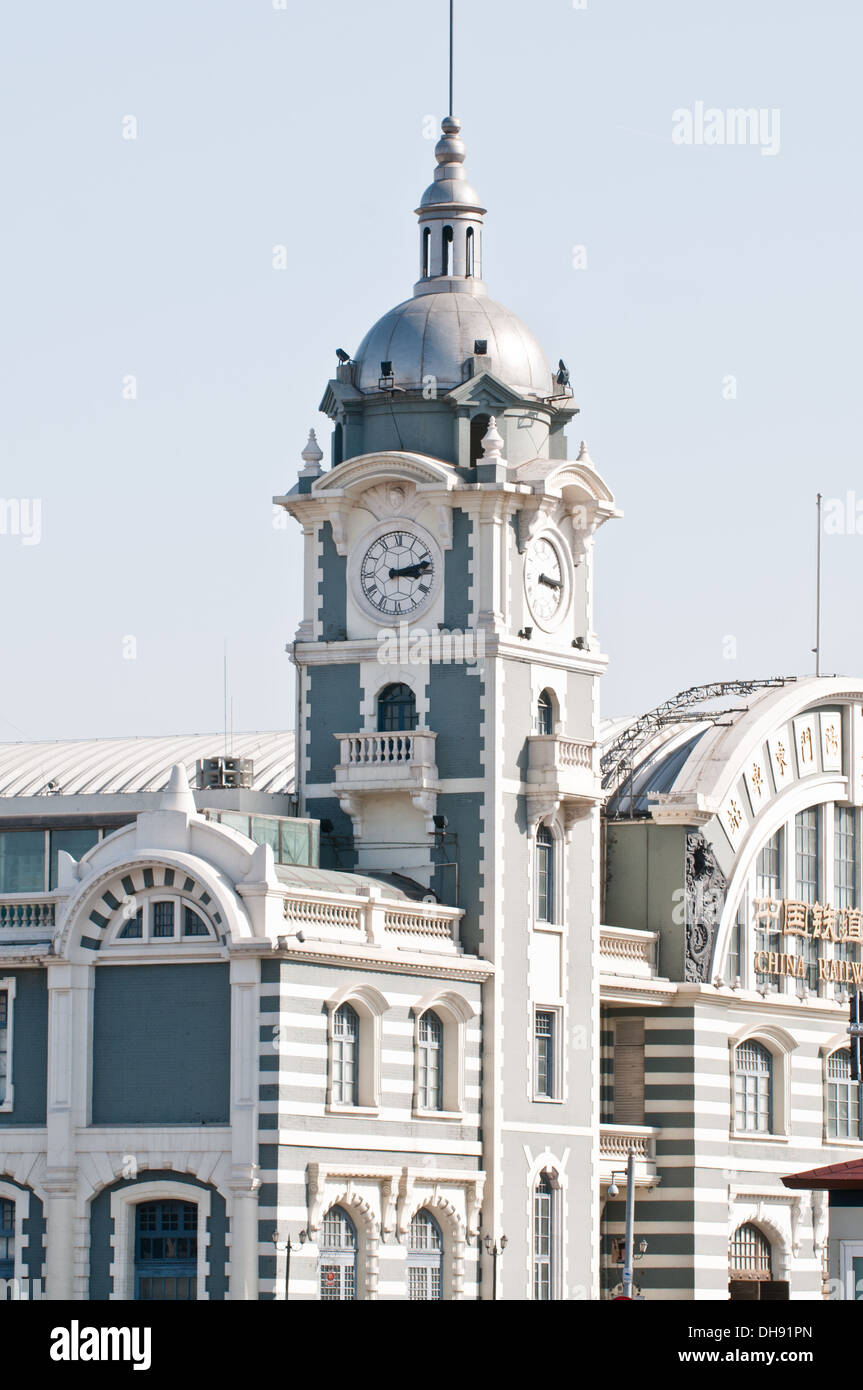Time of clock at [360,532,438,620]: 3:12
